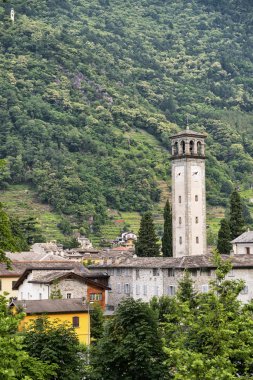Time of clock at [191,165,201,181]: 8:40
